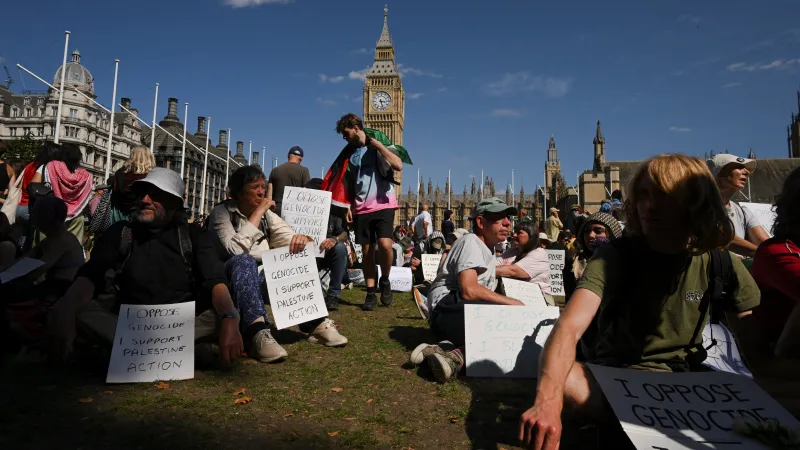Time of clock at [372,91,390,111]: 3:27
